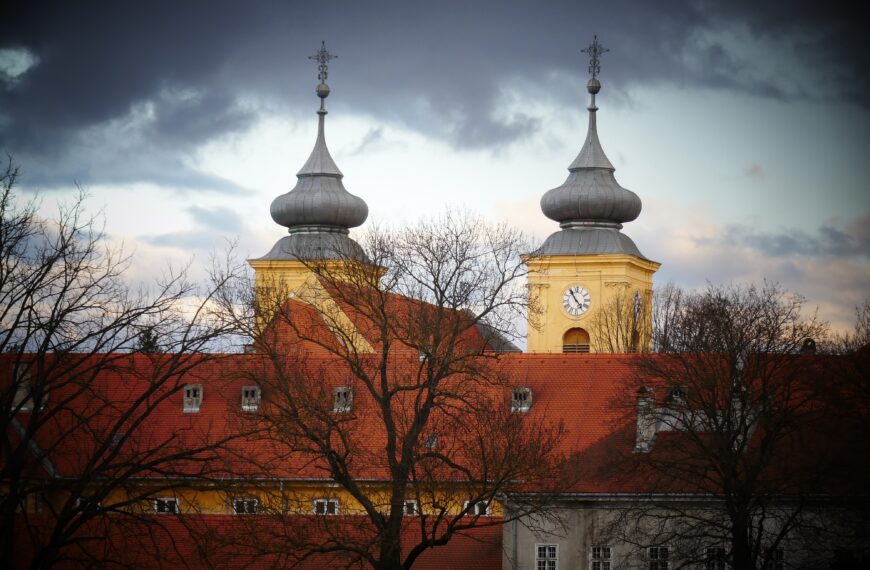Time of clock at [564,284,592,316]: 4:54
